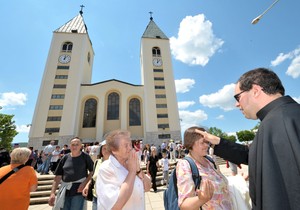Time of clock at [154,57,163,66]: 12:07
